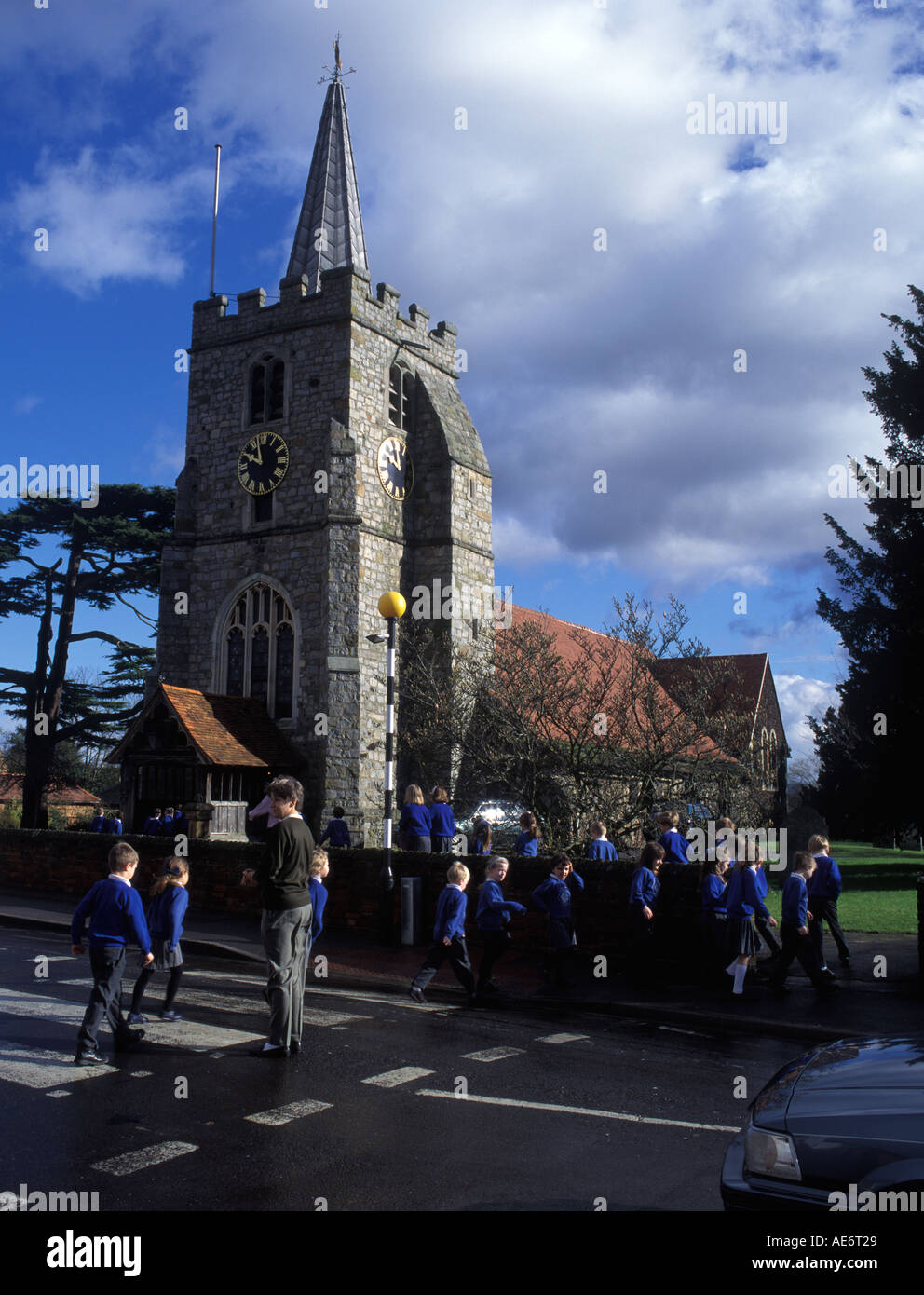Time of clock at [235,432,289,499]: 9:57
